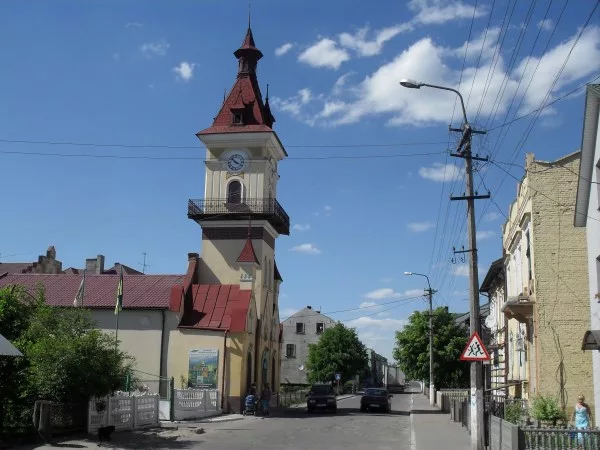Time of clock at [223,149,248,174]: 3:52
